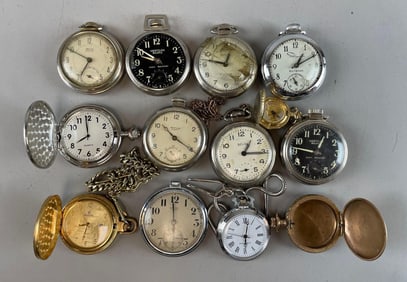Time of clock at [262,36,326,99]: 1:10
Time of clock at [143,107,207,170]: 10:20
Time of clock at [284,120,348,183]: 12:46
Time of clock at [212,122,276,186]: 1:16
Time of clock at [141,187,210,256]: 11:59
